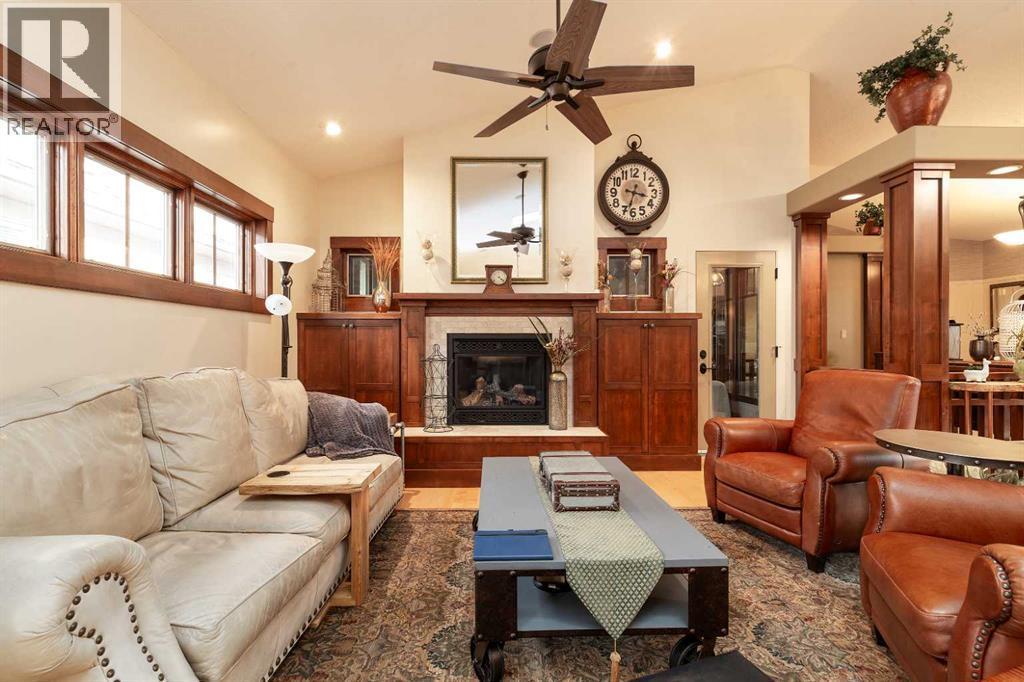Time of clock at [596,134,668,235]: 3:33
